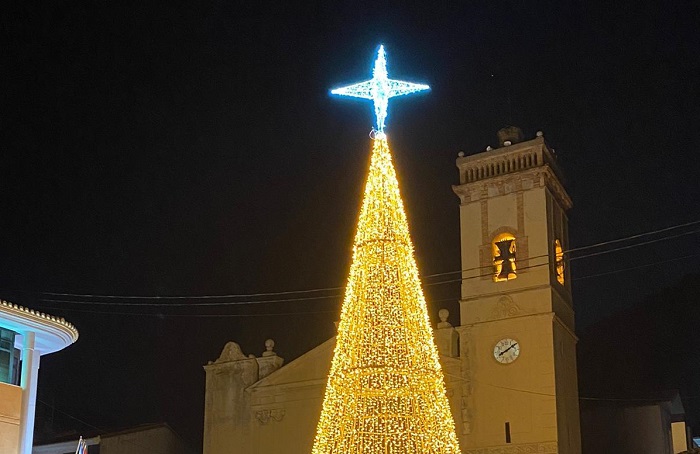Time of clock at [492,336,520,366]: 8:09
